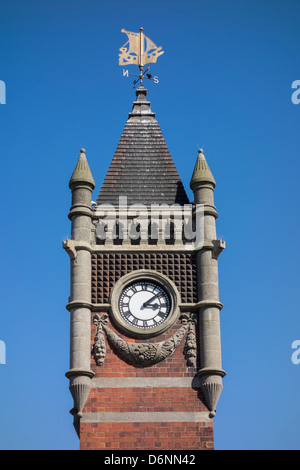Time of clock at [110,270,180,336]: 3:08
